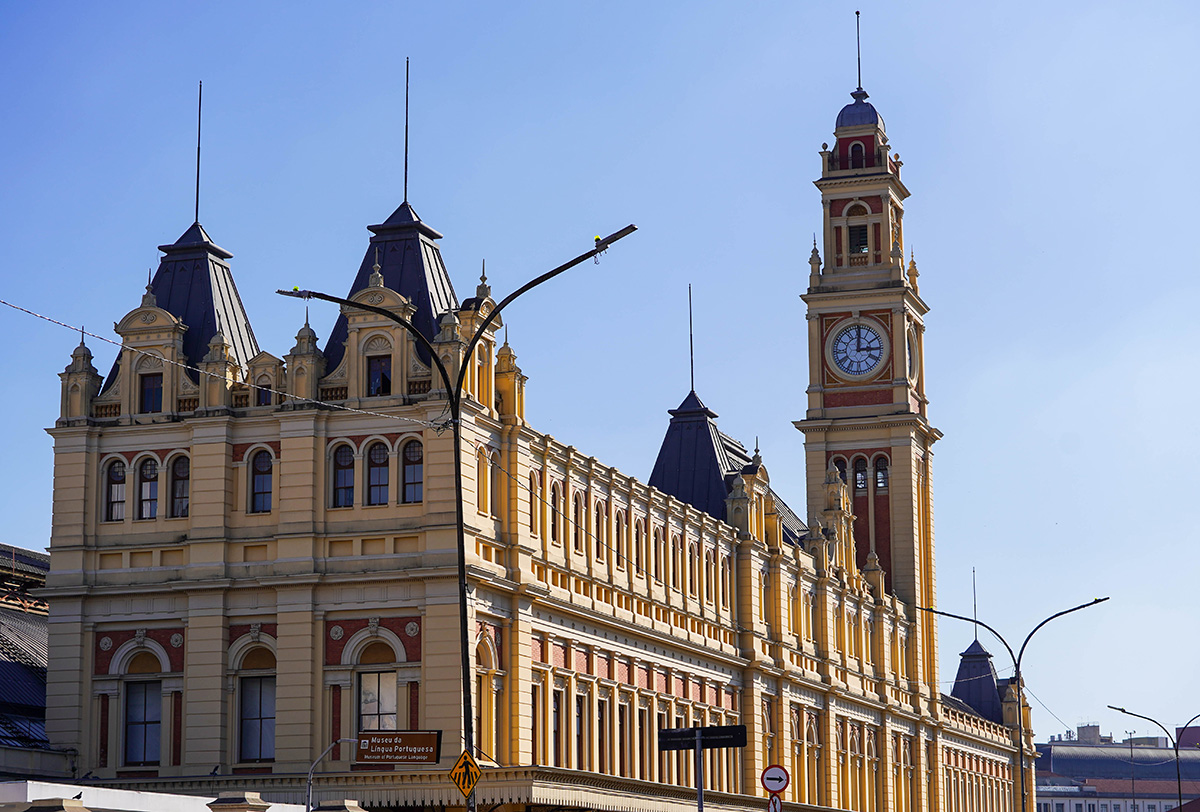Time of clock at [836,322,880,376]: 3:00
